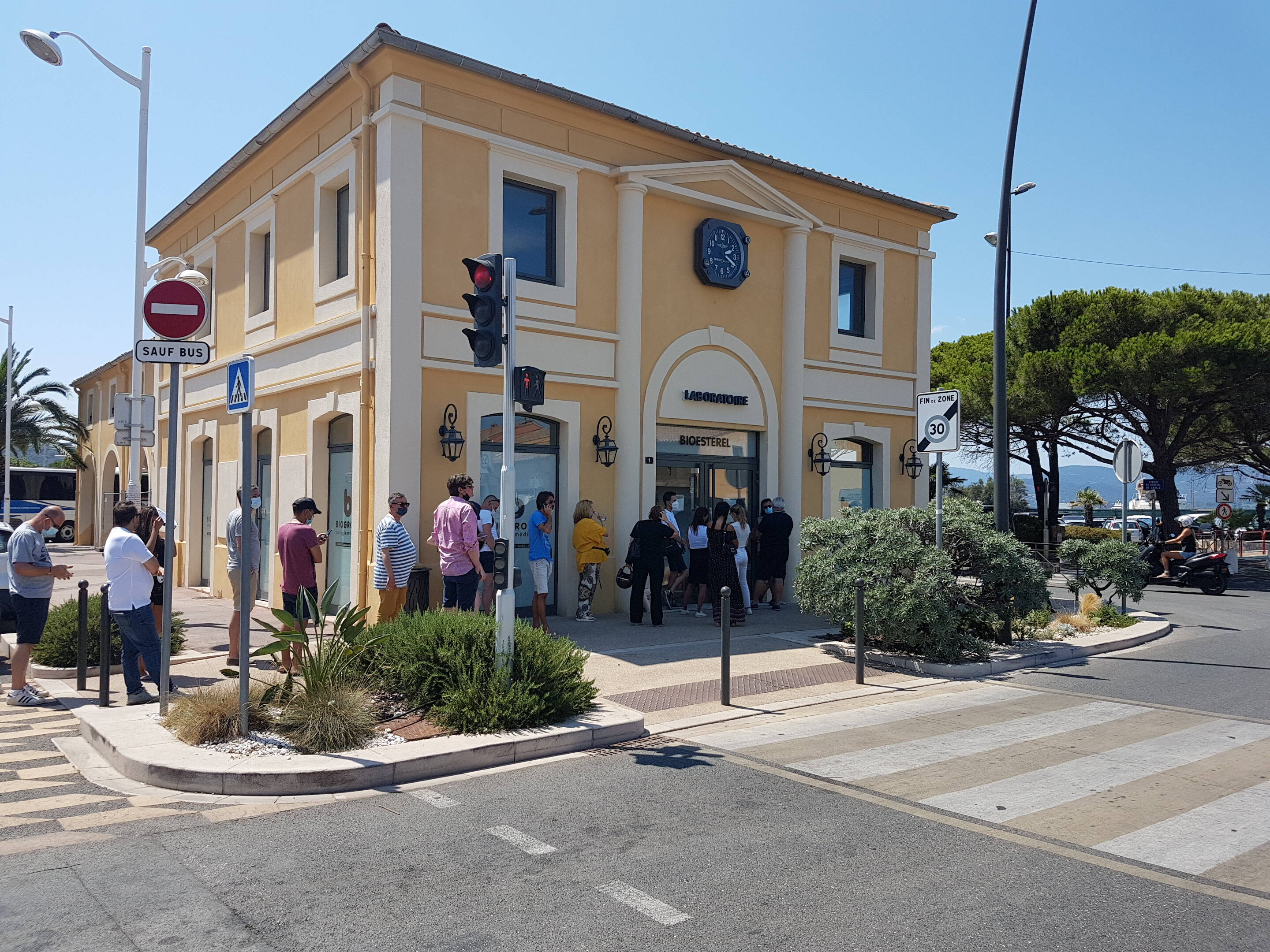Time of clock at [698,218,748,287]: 2:19
